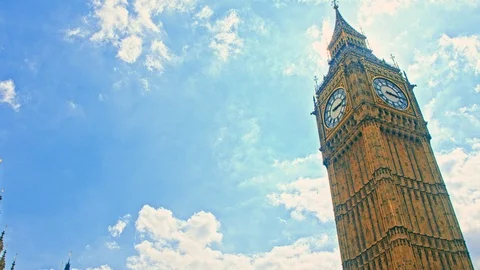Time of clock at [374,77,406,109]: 3:16
